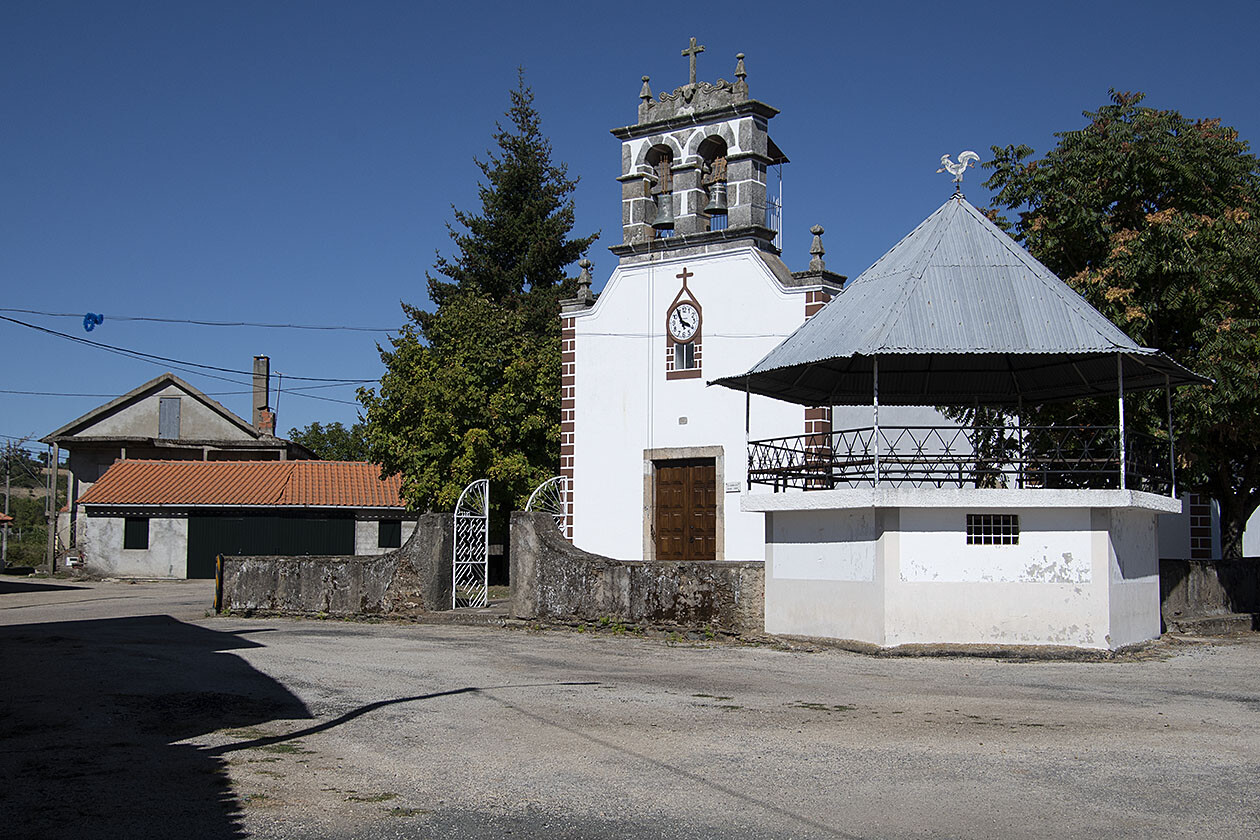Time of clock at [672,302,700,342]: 3:55
